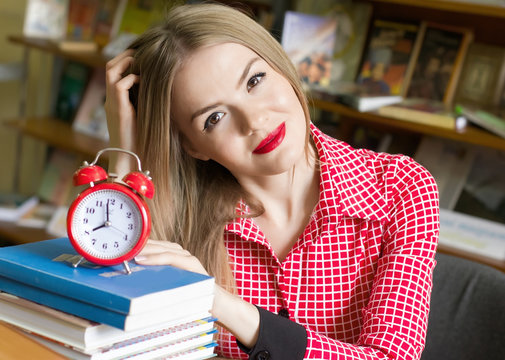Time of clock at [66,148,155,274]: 7:59
